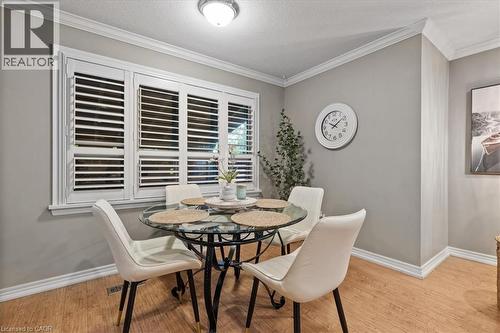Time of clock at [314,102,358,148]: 10:08
